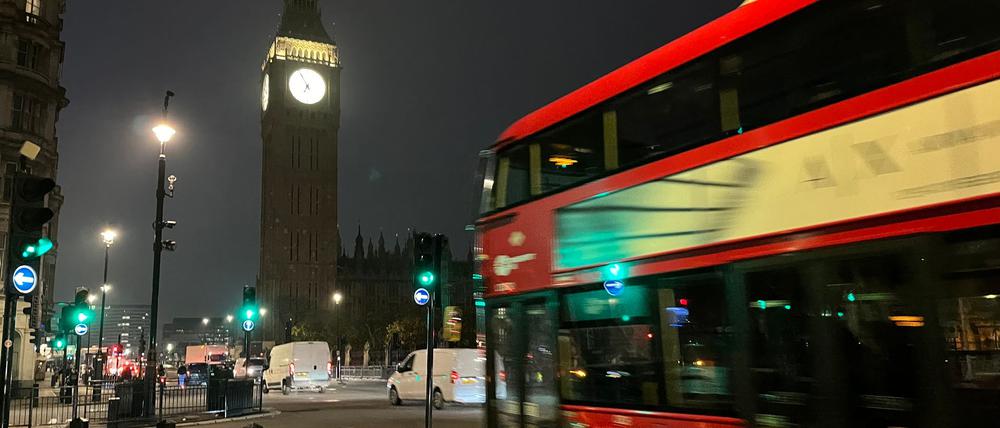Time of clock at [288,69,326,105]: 6:55
